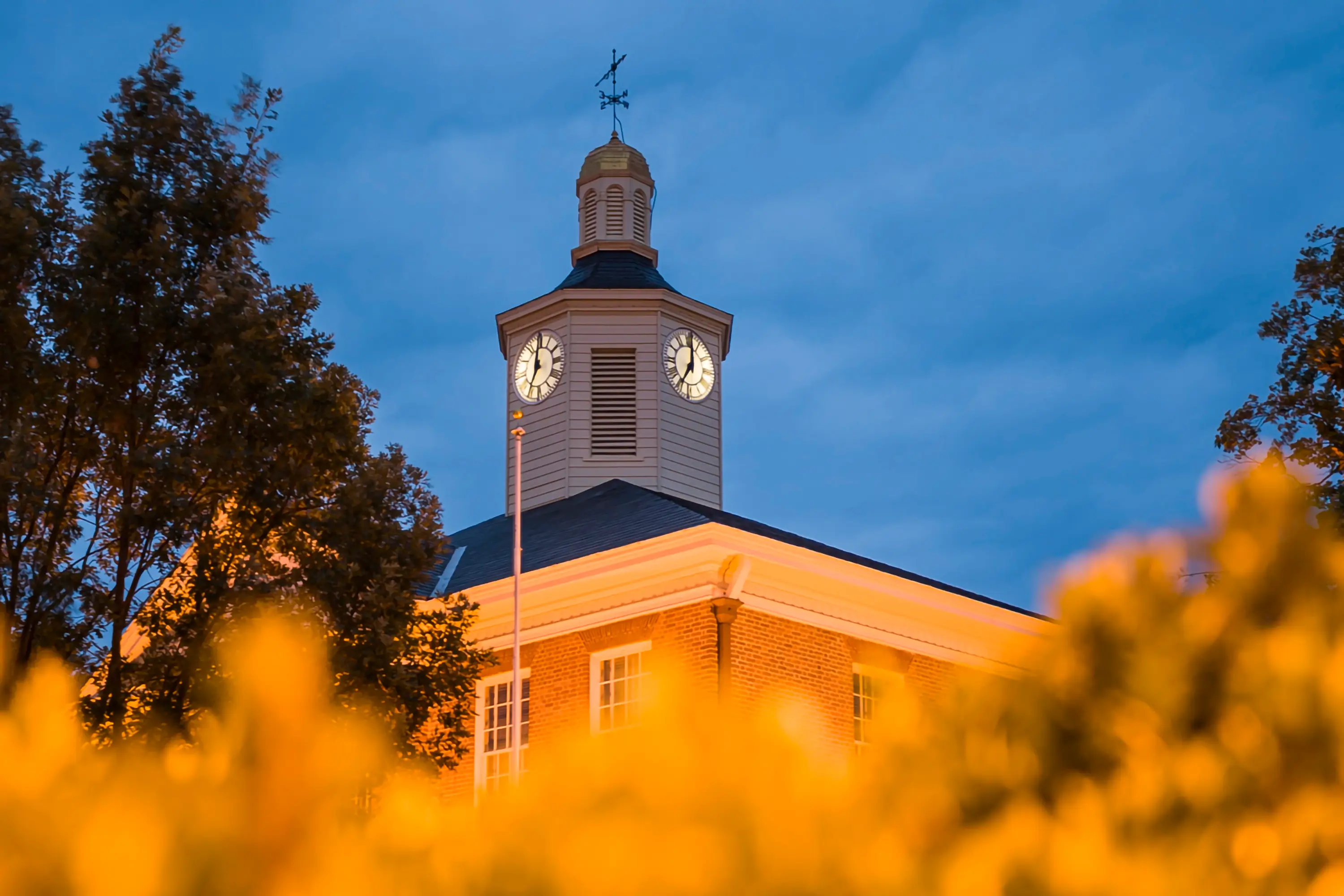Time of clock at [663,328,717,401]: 7:00
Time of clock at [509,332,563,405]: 7:00
